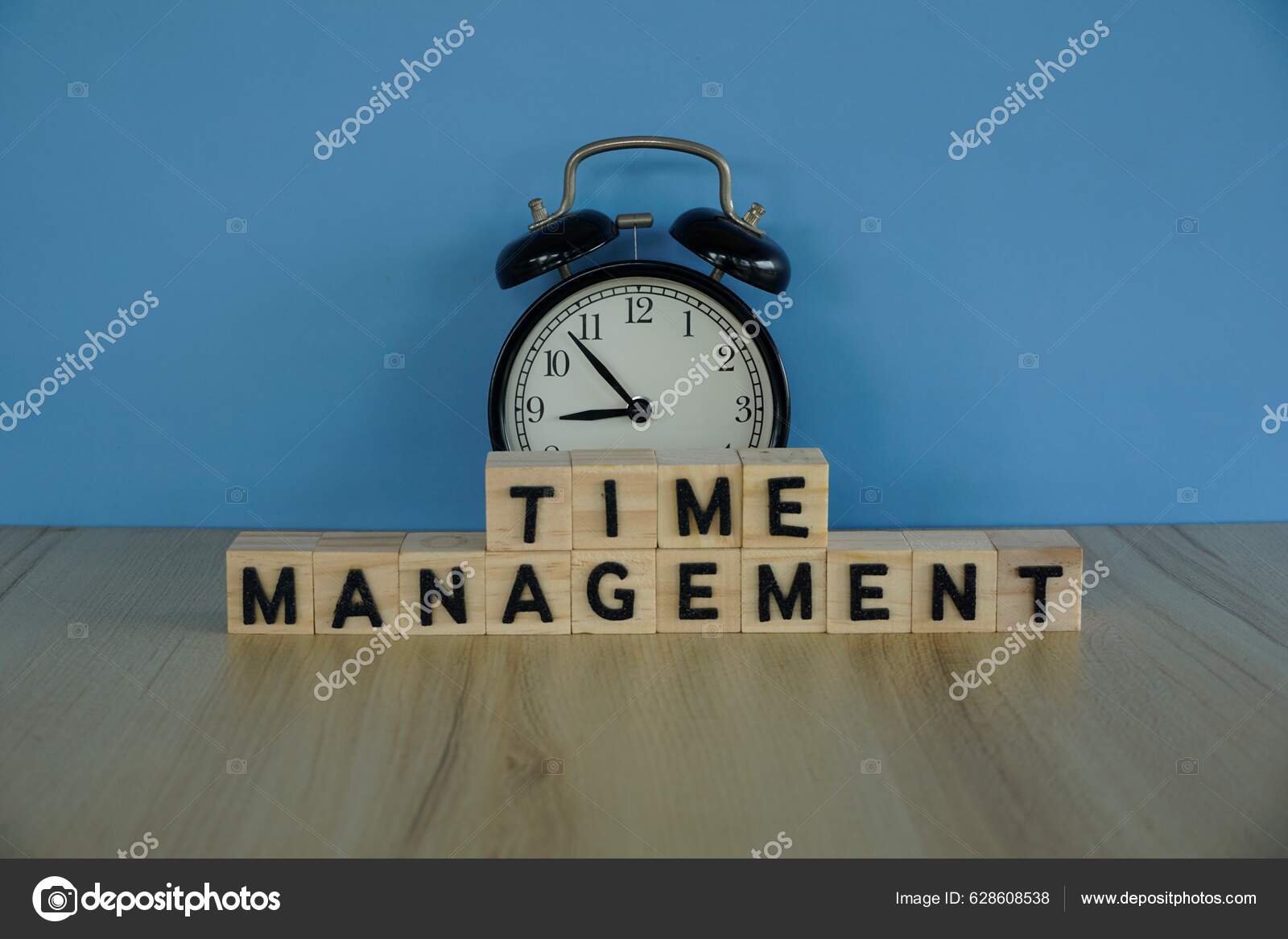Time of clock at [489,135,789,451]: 8:53
